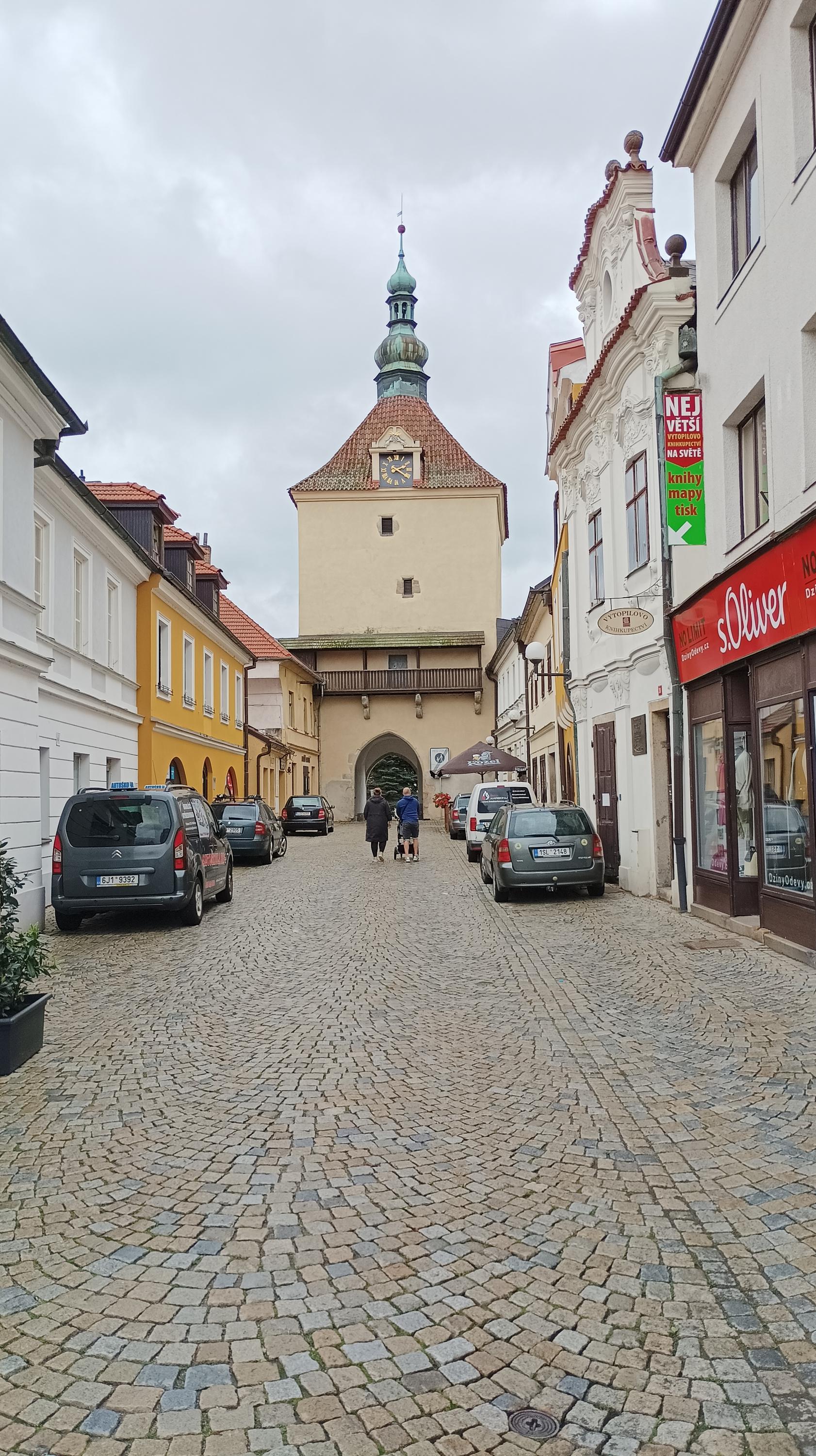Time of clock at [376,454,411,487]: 2:20
